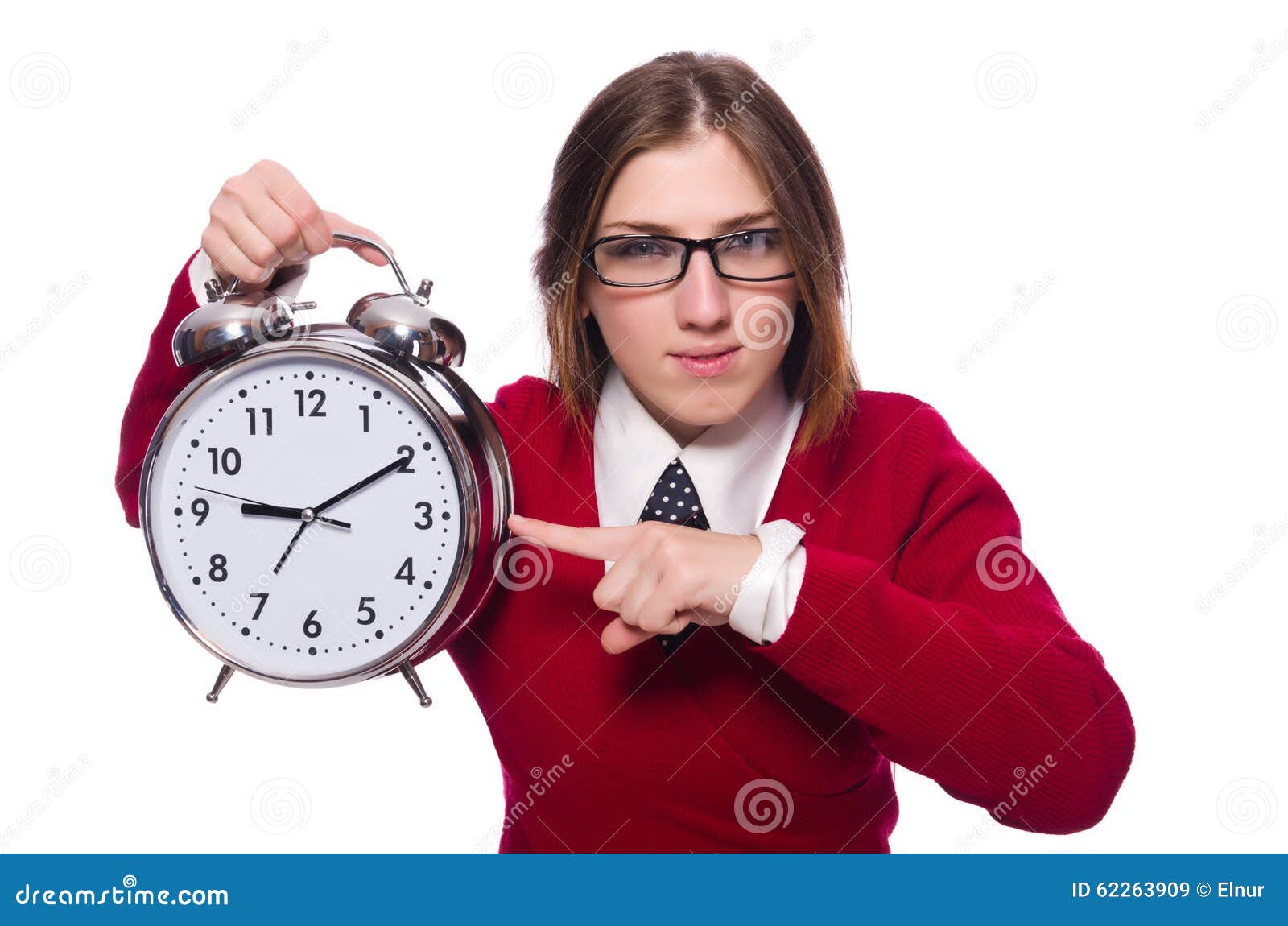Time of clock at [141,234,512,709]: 9:10
